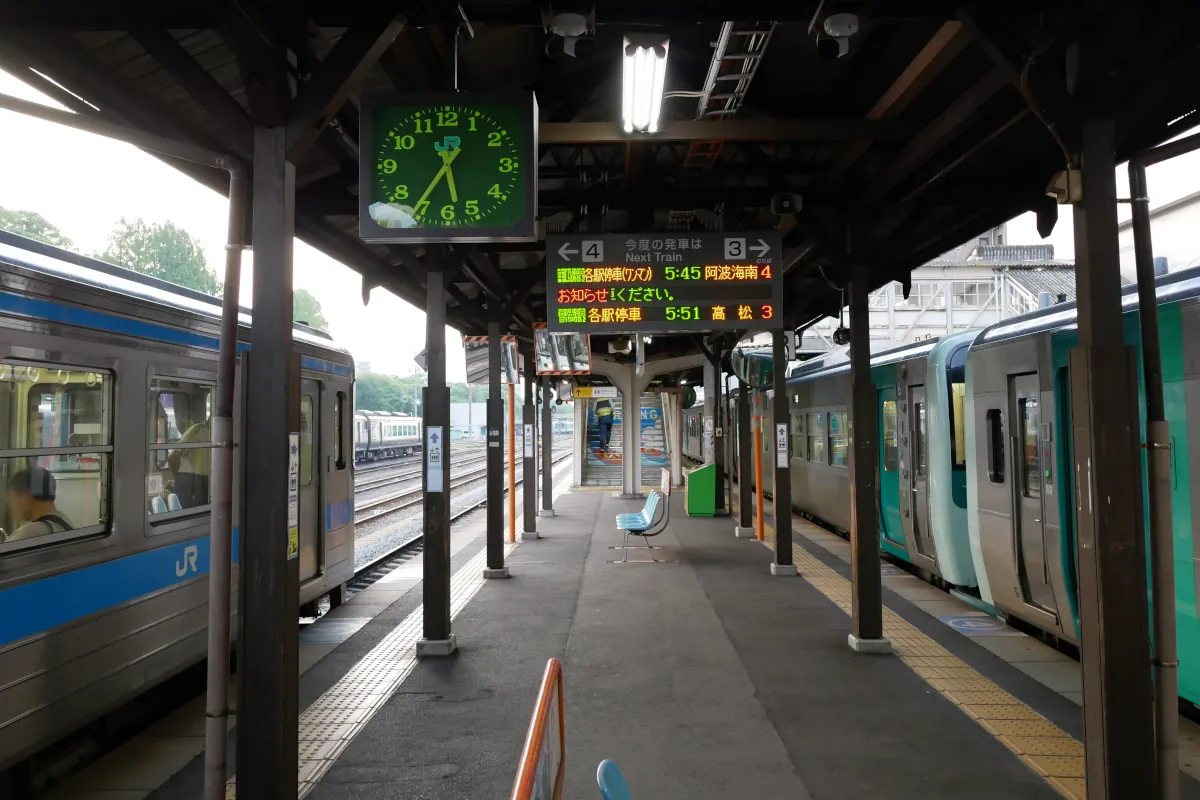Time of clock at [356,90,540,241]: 5:35
